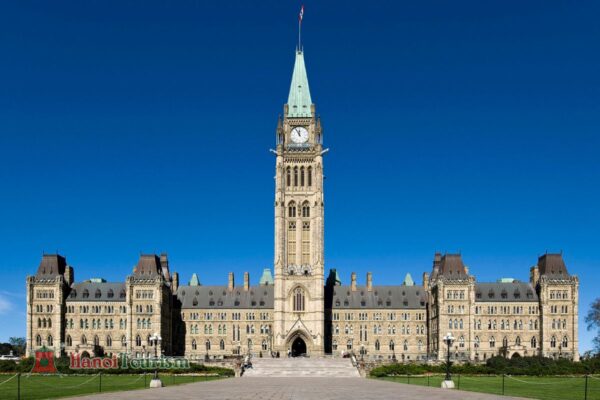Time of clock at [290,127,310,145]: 11:55
